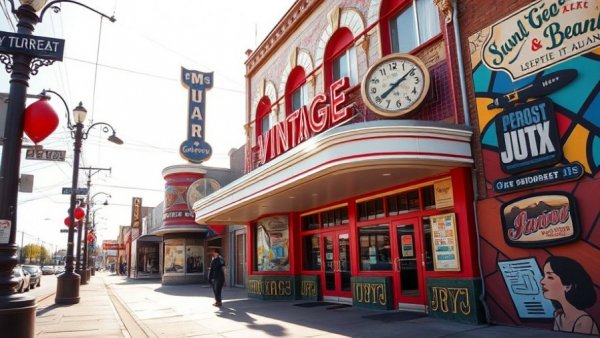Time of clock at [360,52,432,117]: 8:09
